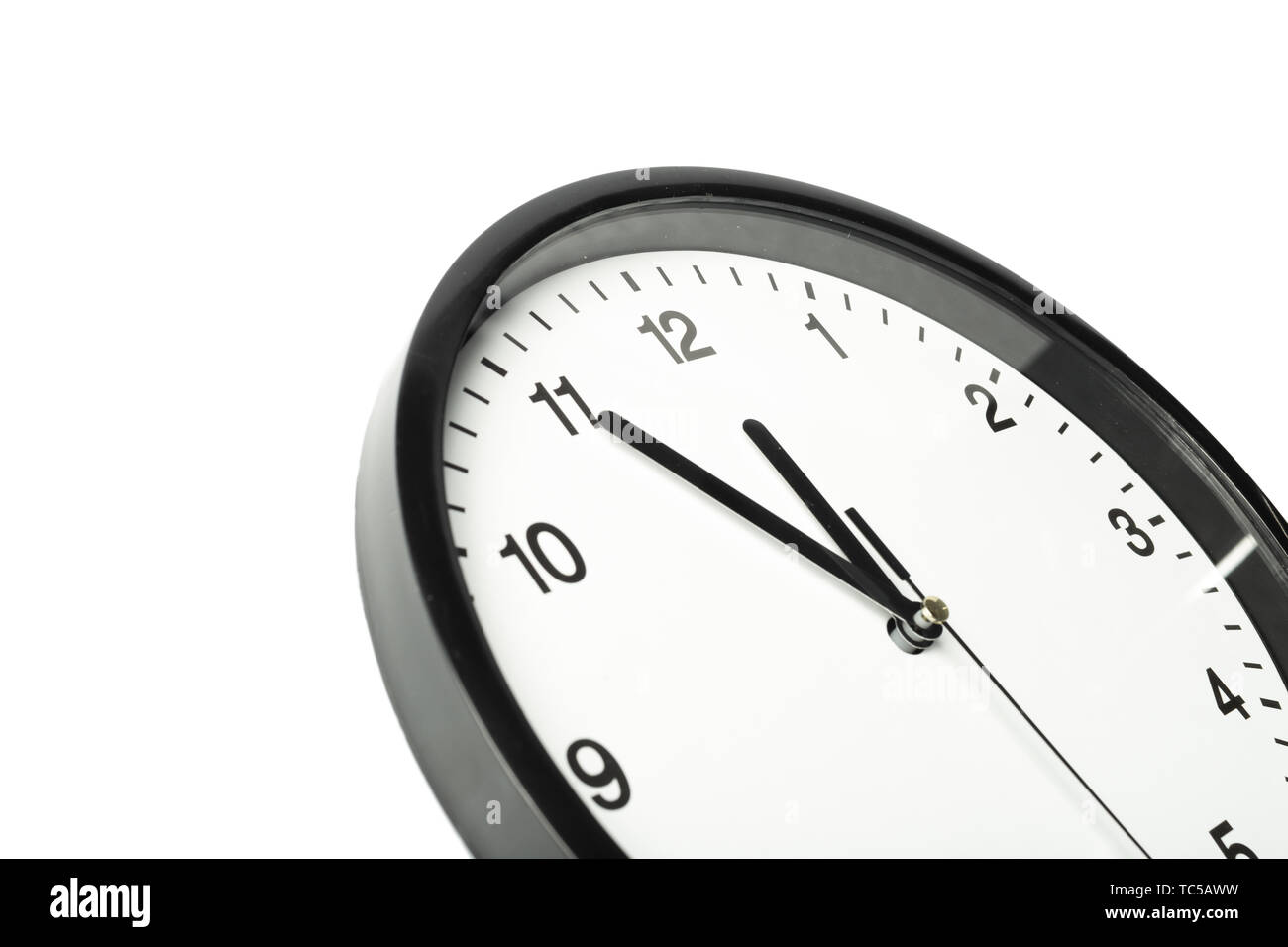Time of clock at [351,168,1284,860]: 10:50
